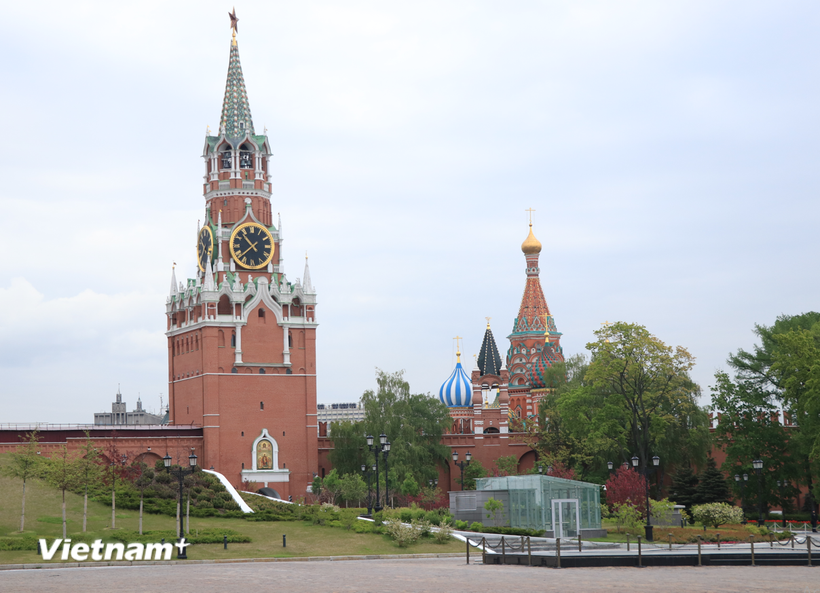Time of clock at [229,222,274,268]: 10:37
